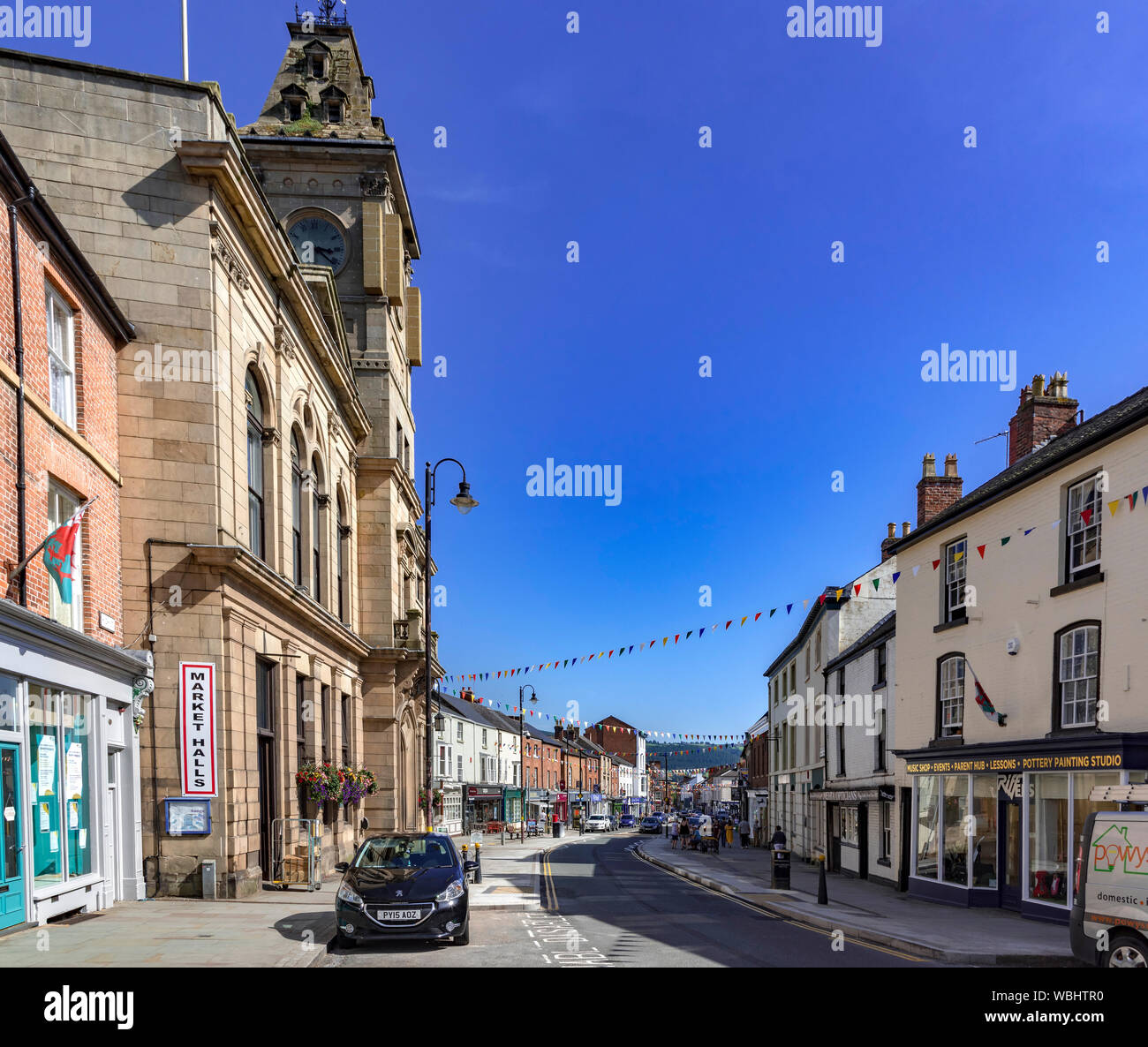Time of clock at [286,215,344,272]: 3:21
